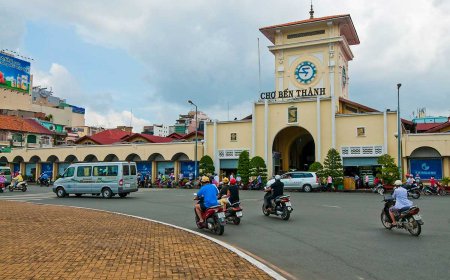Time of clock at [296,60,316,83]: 10:45
